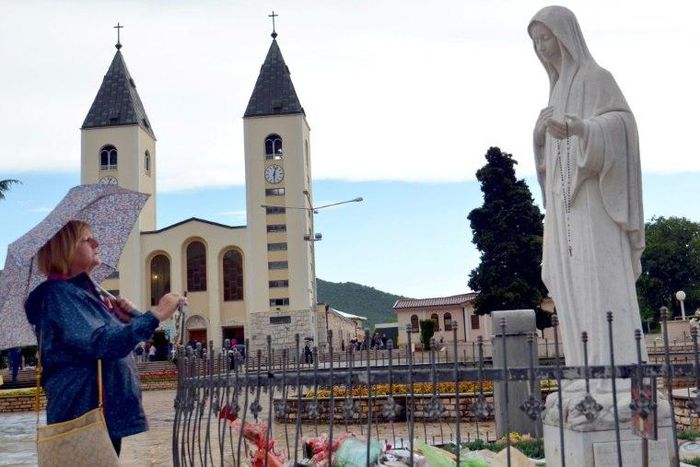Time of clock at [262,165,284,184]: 6:03
